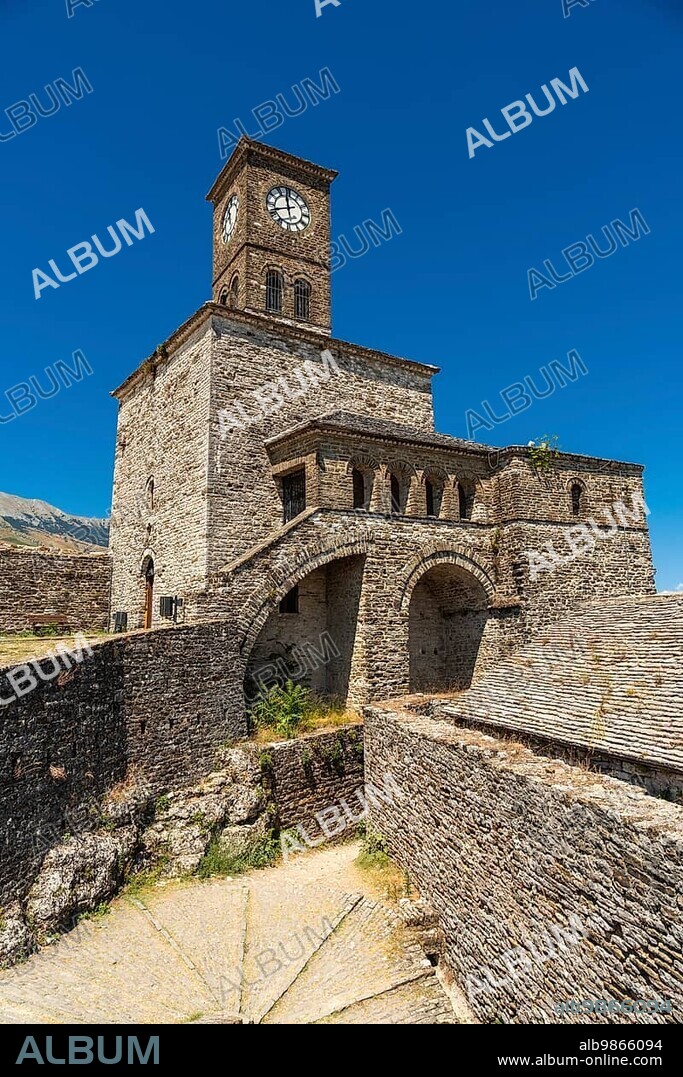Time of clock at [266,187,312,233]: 11:42
